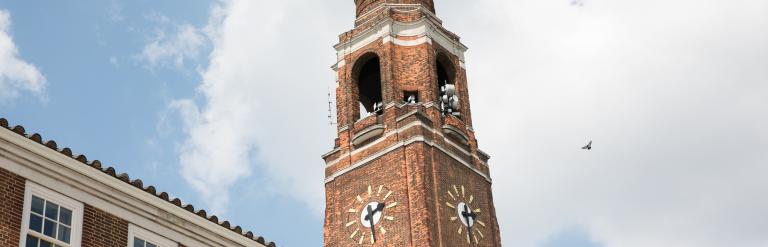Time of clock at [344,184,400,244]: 1:28
